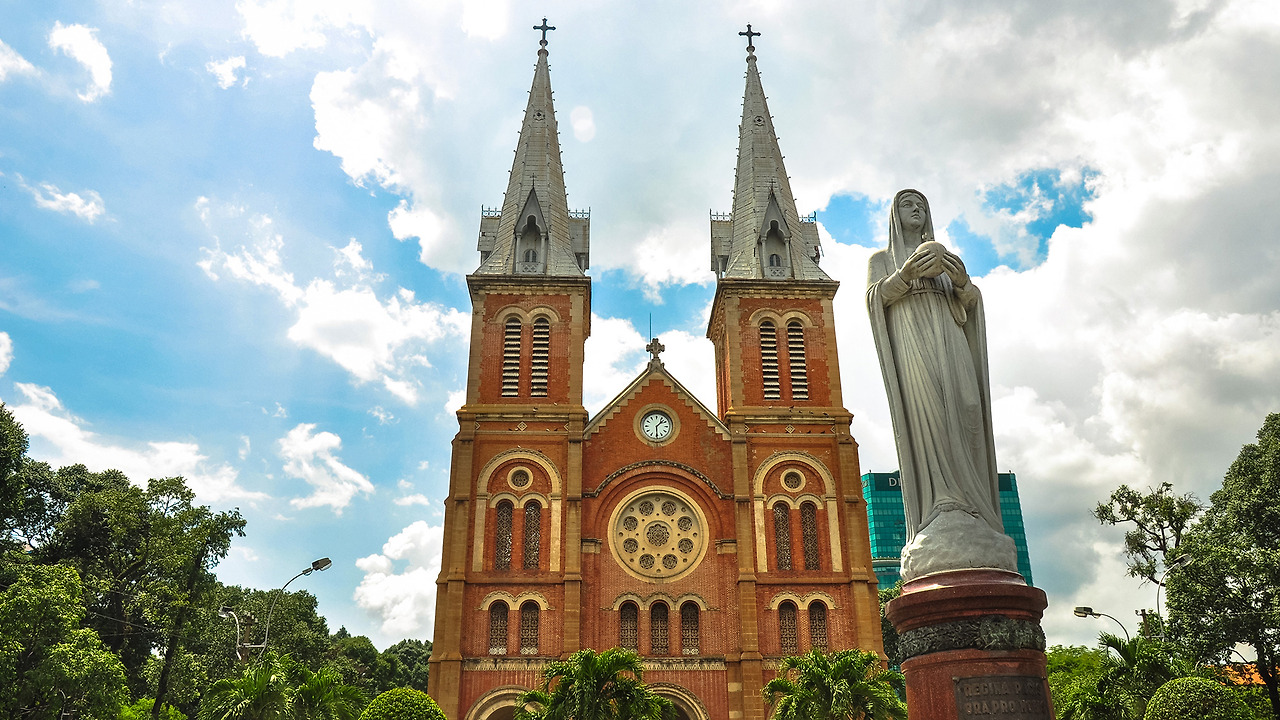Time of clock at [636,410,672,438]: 1:29
